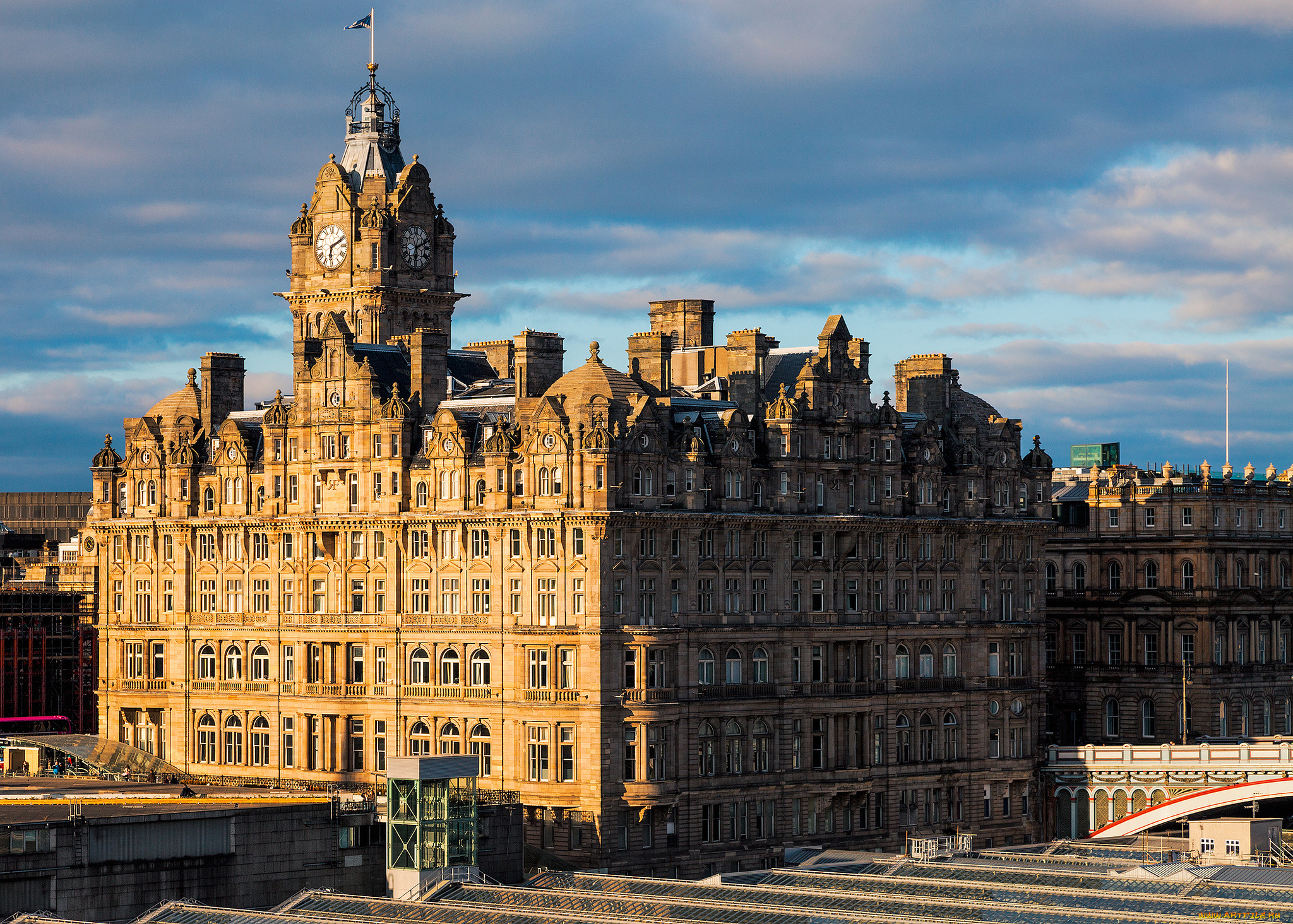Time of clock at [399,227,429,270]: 6:11
